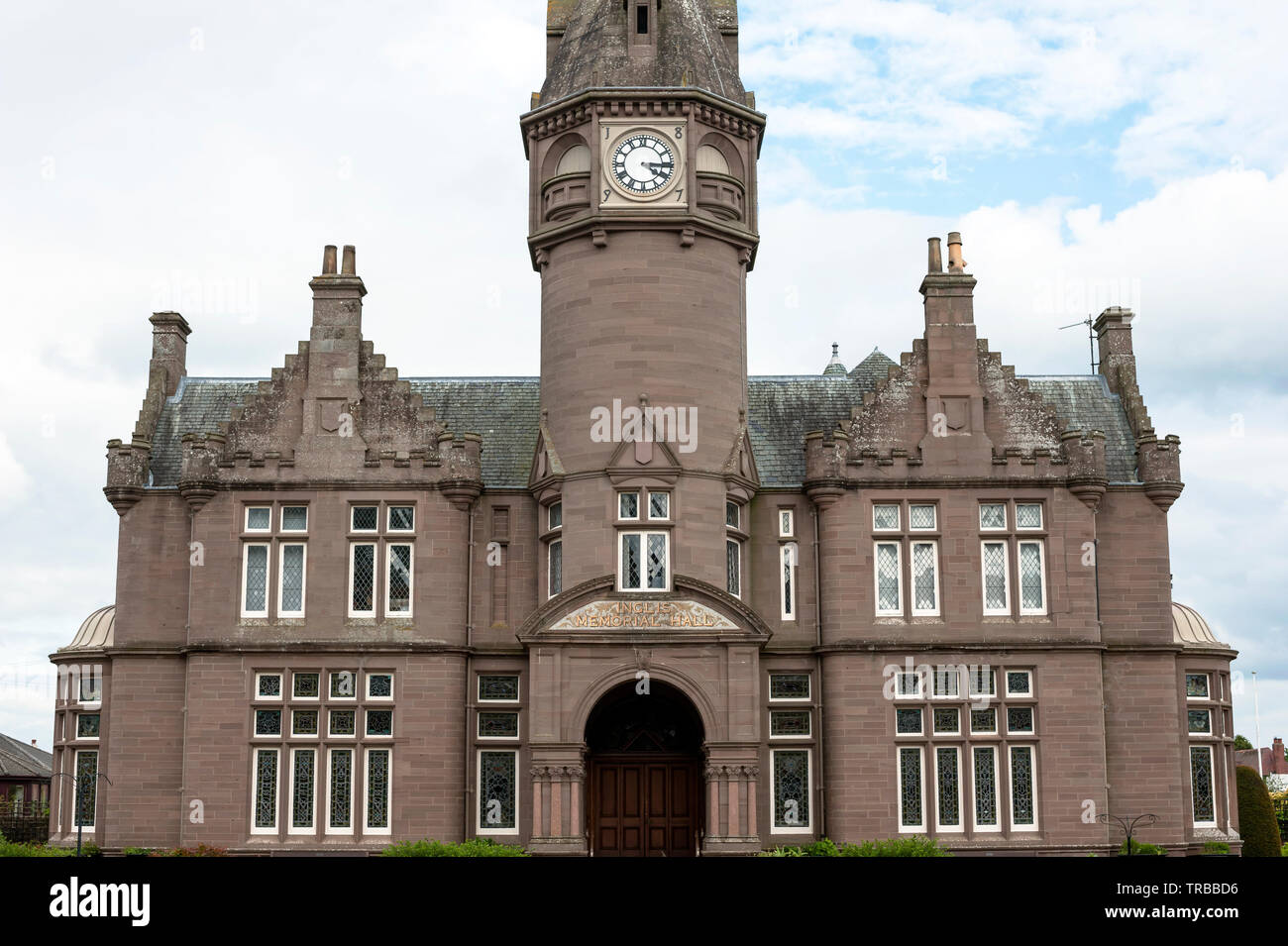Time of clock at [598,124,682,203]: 3:20
